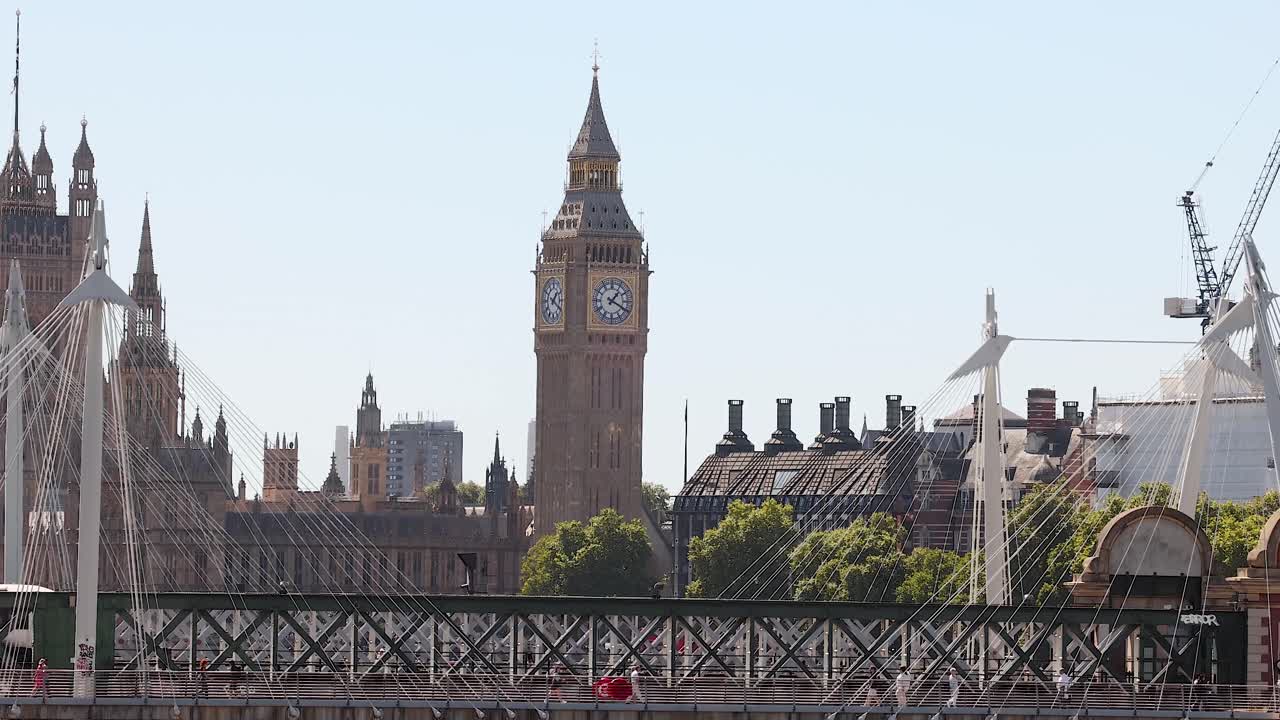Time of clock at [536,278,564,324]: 1:20
